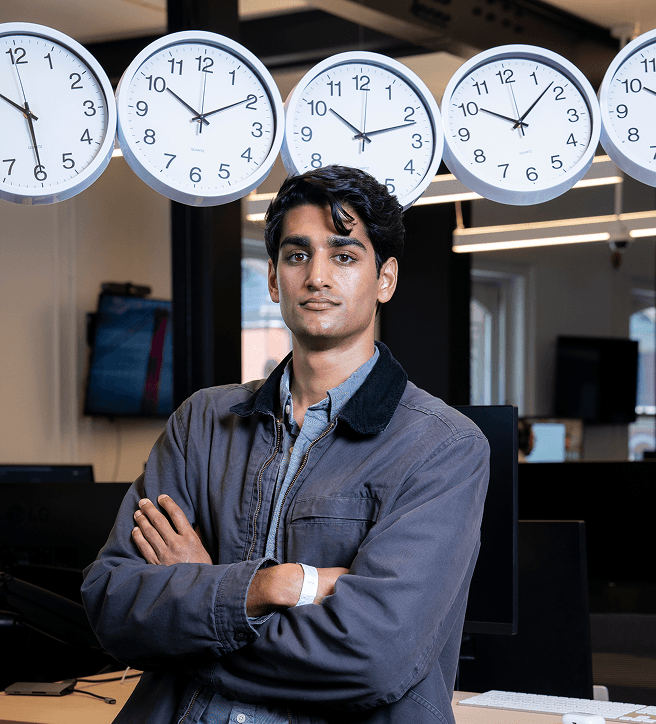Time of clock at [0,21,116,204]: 5:50
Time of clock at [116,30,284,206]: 10:09
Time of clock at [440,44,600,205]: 10:08
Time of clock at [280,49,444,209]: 10:11
